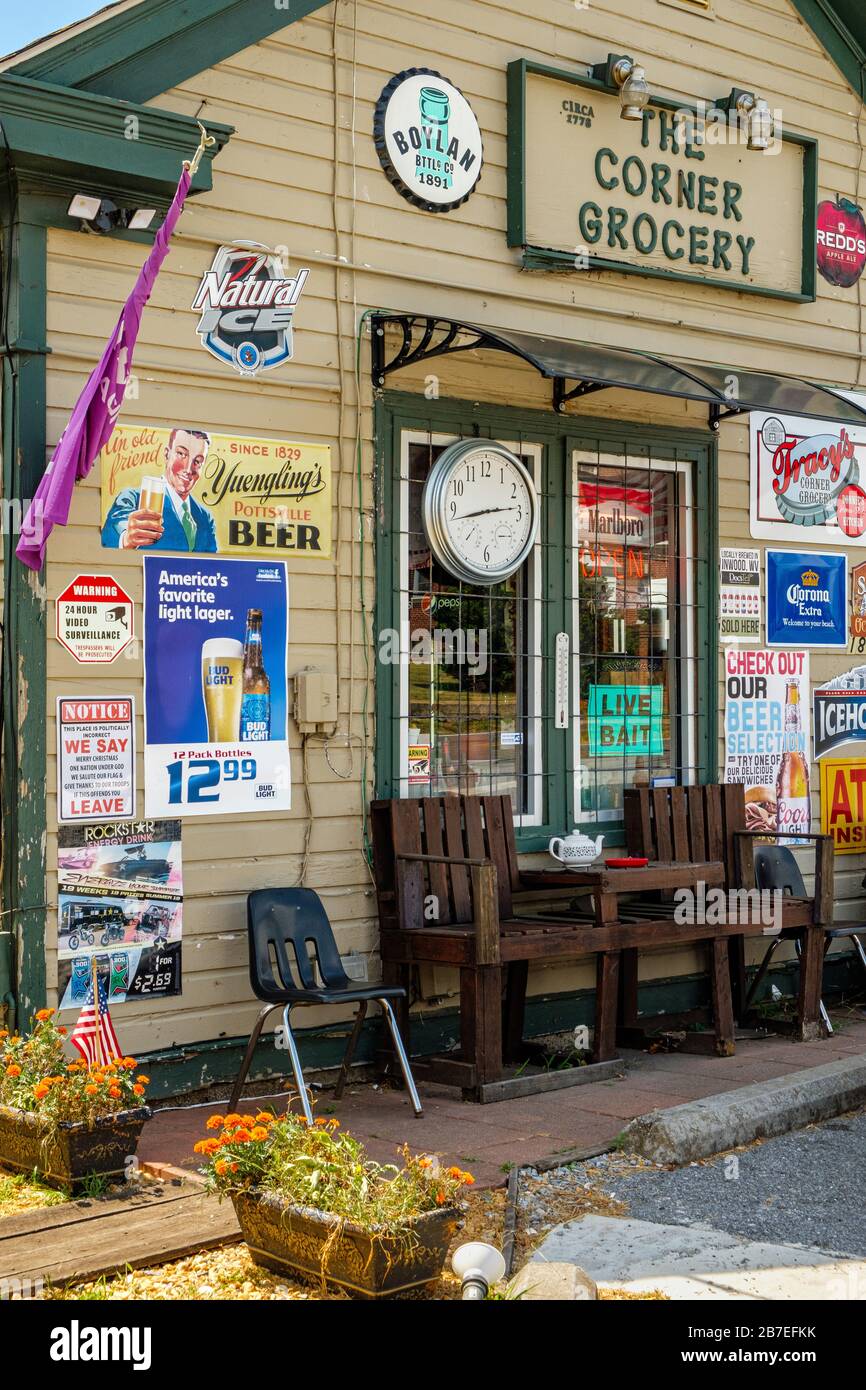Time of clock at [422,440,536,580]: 2:42
